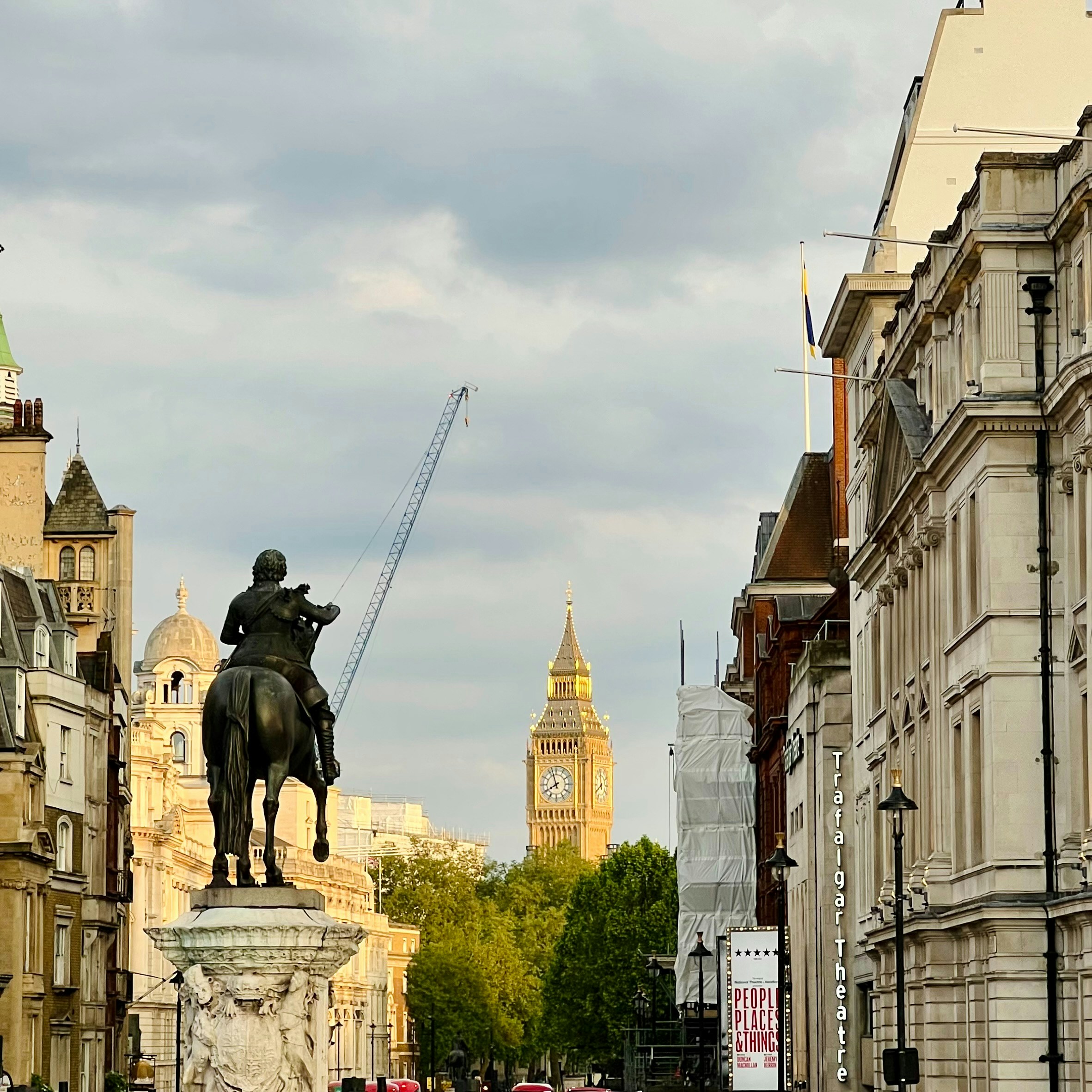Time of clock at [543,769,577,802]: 7:56
